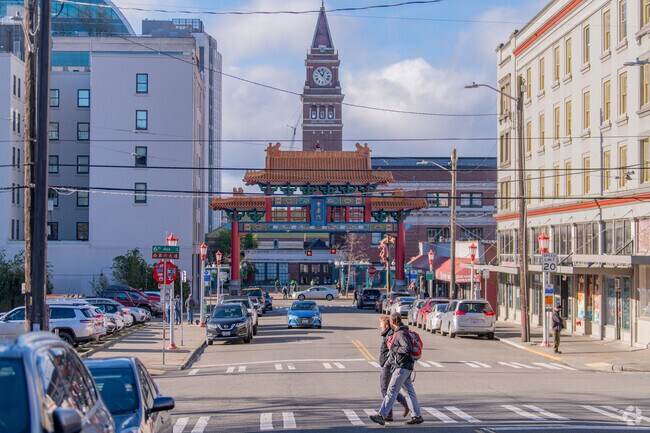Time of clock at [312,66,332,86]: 12:53
